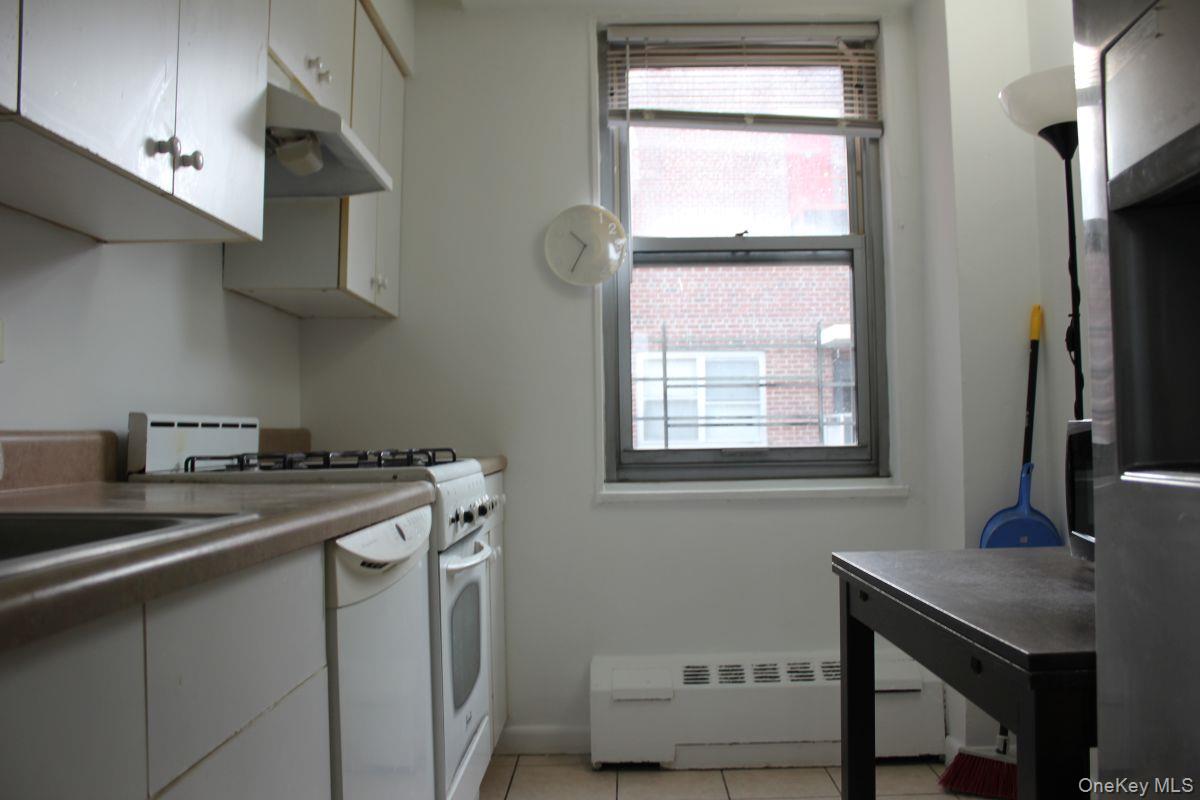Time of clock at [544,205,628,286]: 10:35
